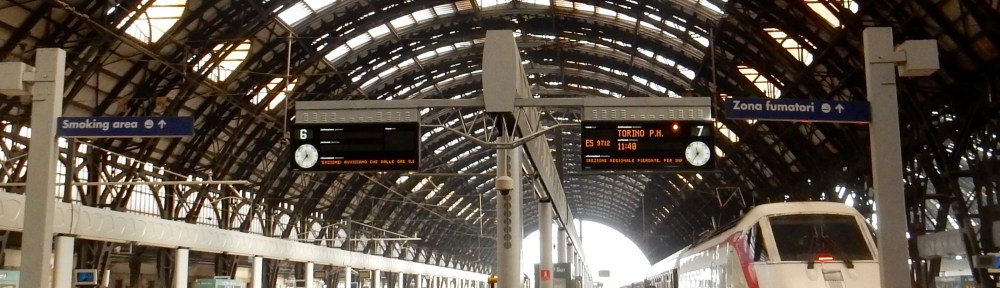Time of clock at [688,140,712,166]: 11:36
